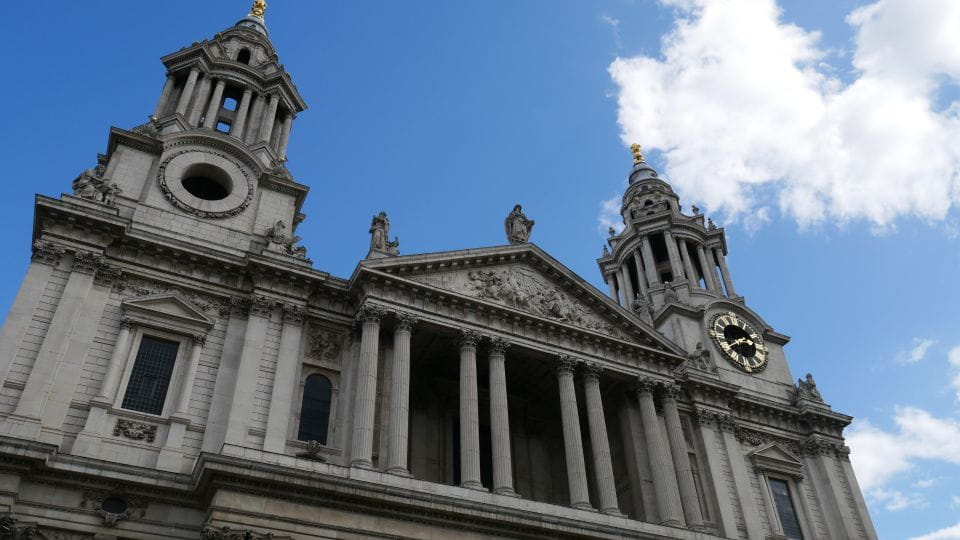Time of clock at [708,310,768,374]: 2:39
